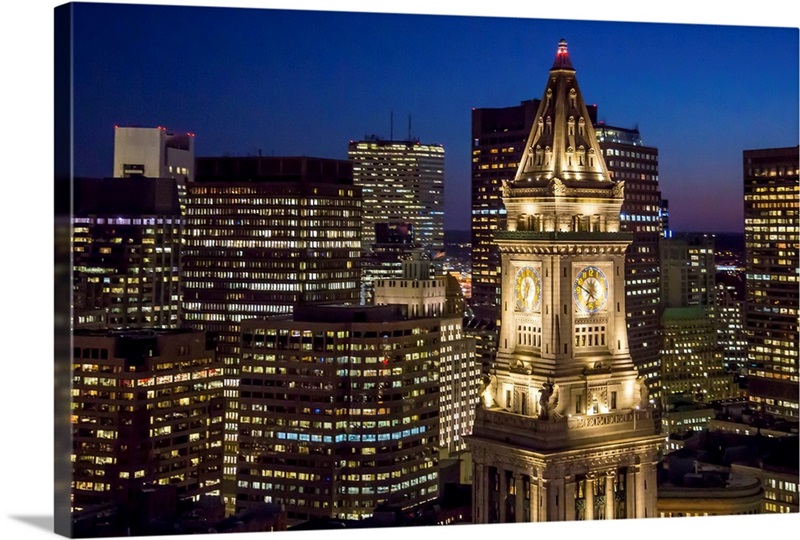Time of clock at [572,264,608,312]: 11:49
